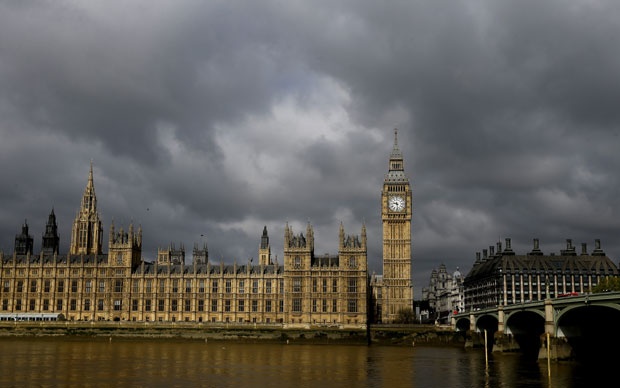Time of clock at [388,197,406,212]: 9:28
